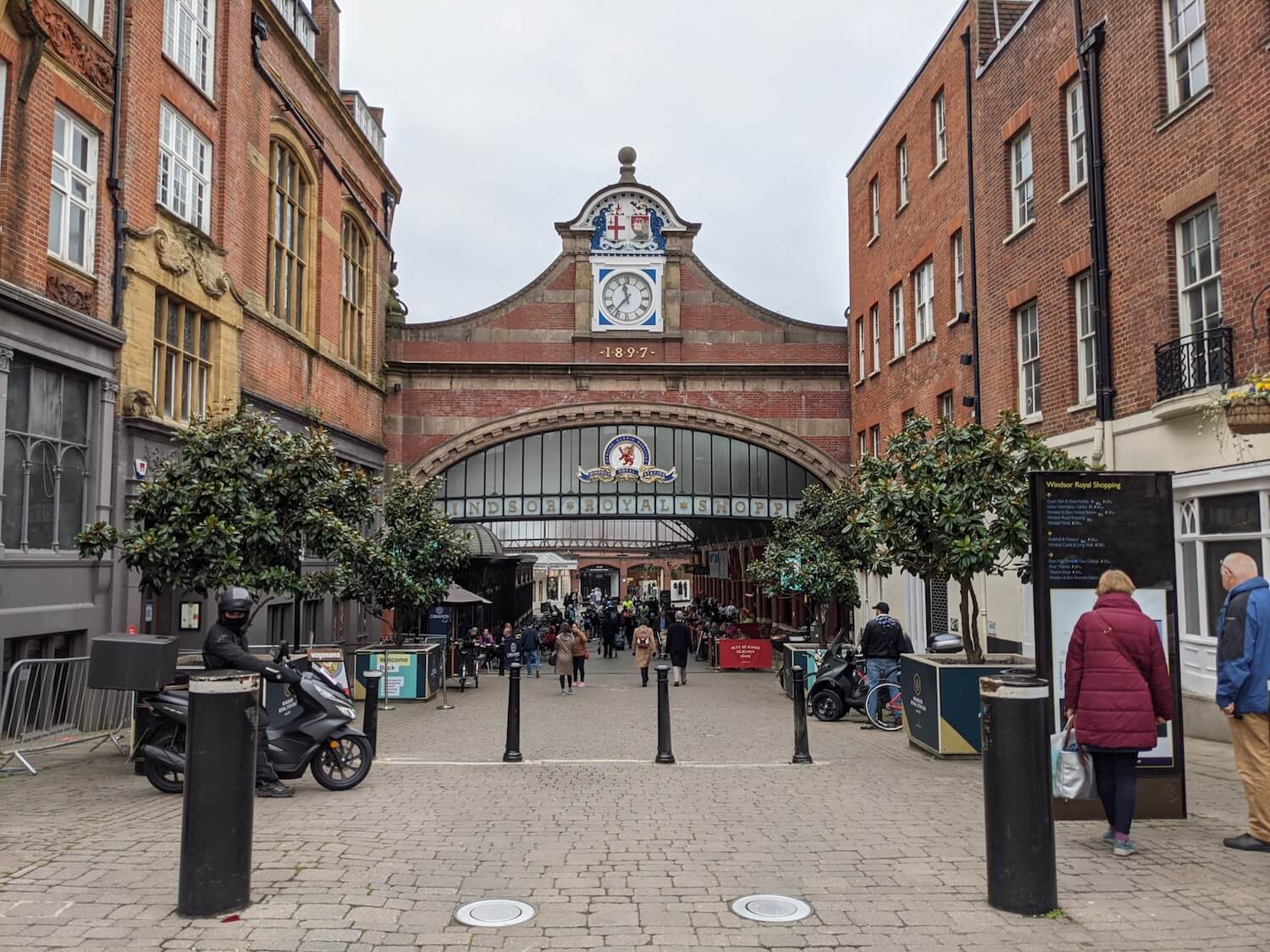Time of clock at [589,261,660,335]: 11:36
